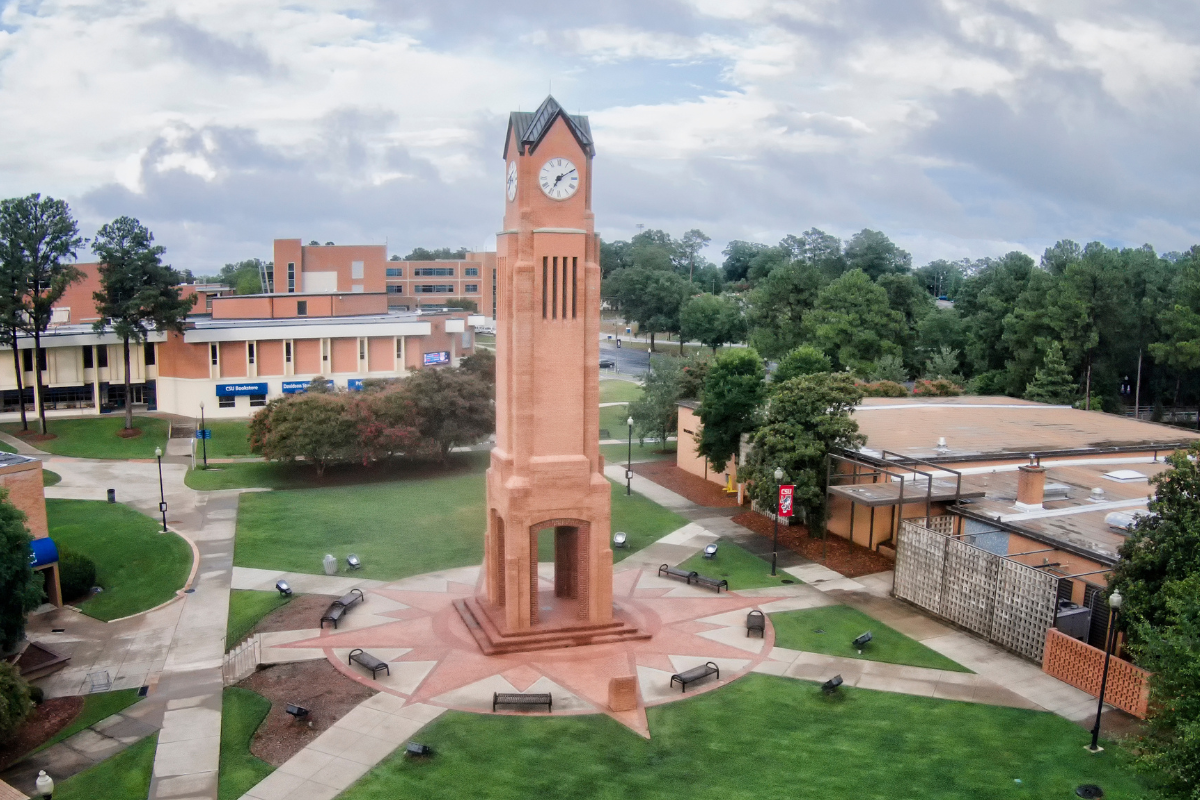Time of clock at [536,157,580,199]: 7:09
